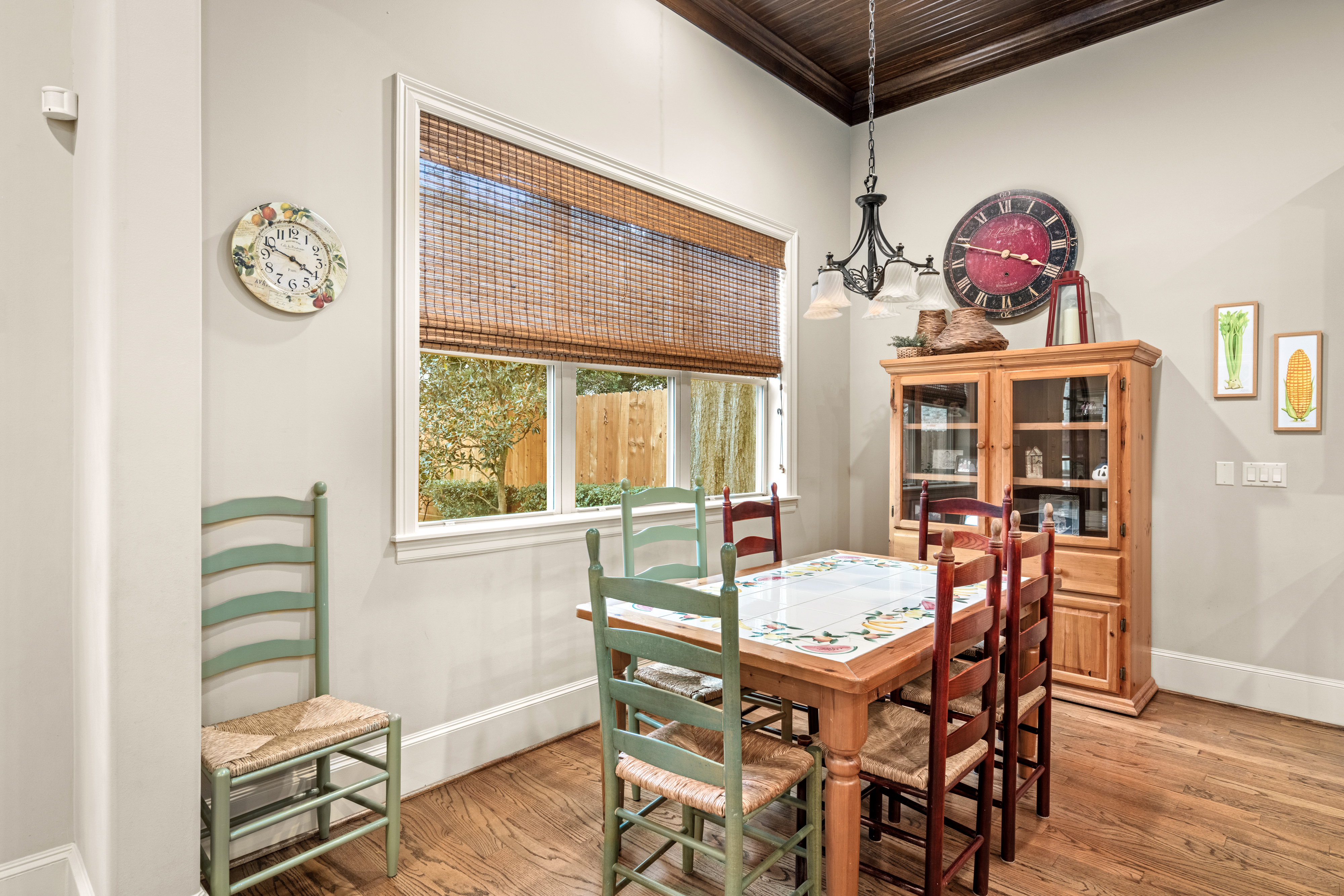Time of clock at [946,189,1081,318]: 3:48
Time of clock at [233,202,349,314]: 3:48
